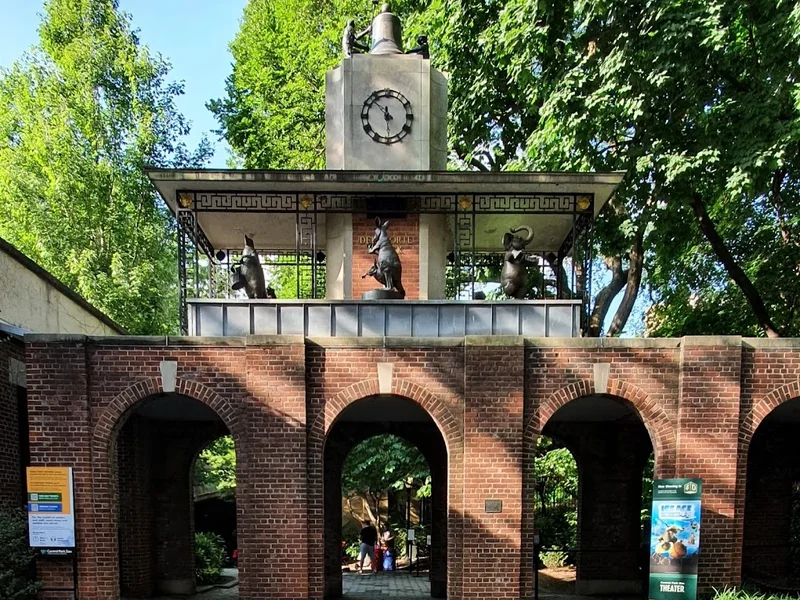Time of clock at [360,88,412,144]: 11:52
